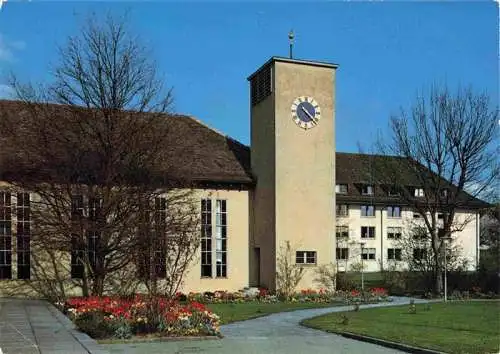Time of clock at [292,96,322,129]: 4:21
